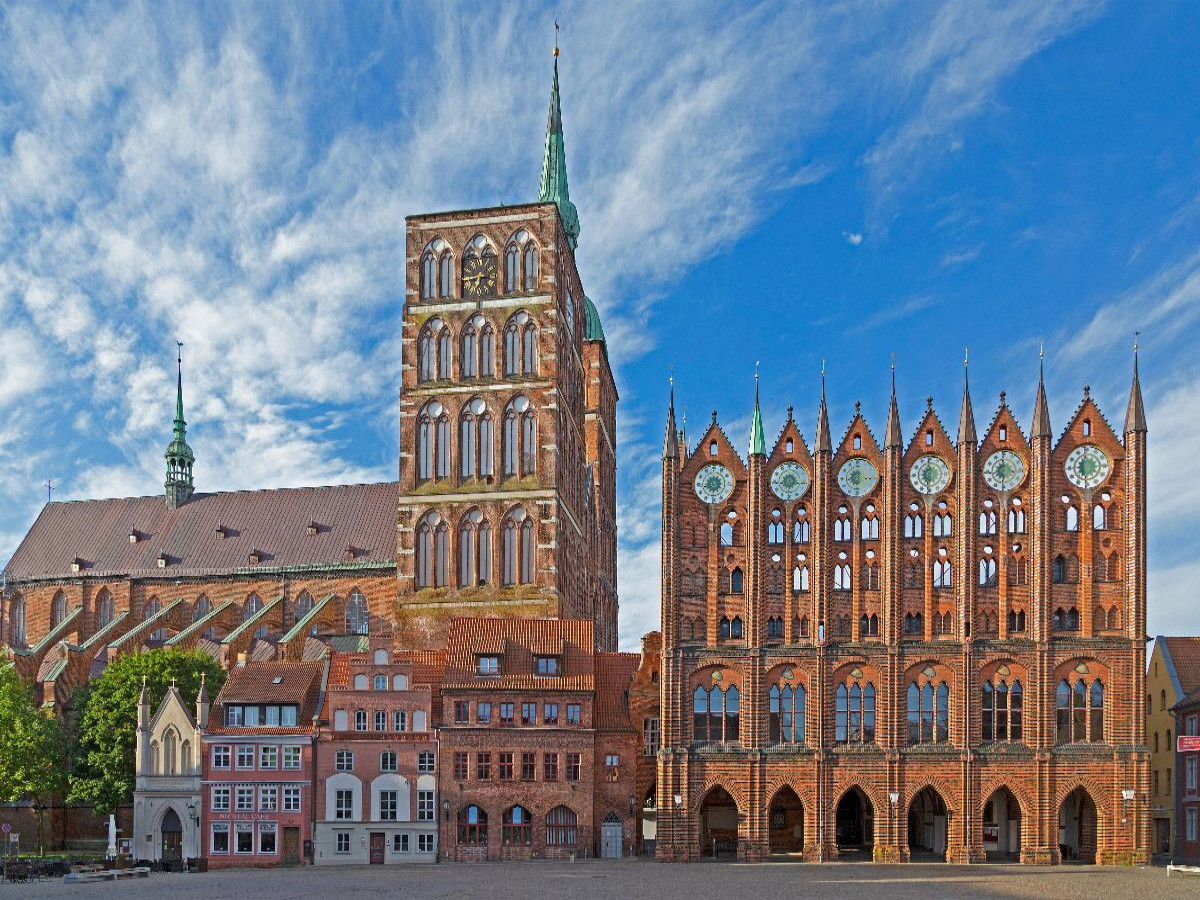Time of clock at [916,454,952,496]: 6:29
